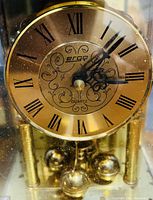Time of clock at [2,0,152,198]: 4:07
